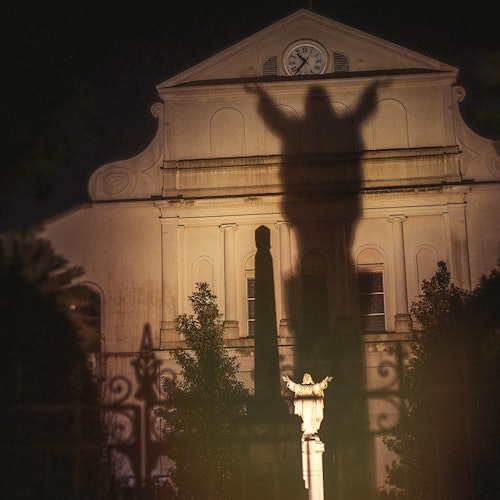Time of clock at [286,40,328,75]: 10:36
